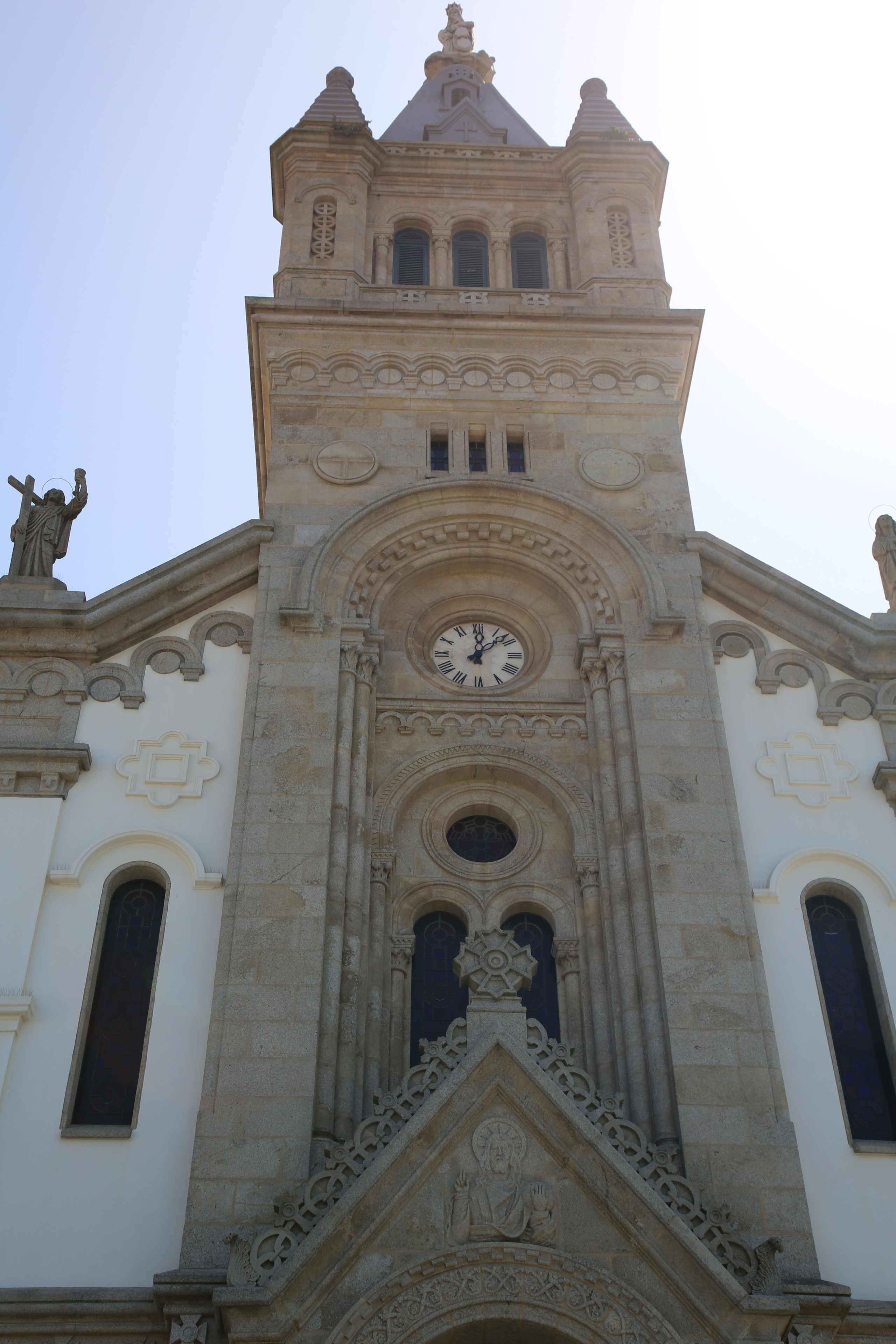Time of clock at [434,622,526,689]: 12:07
